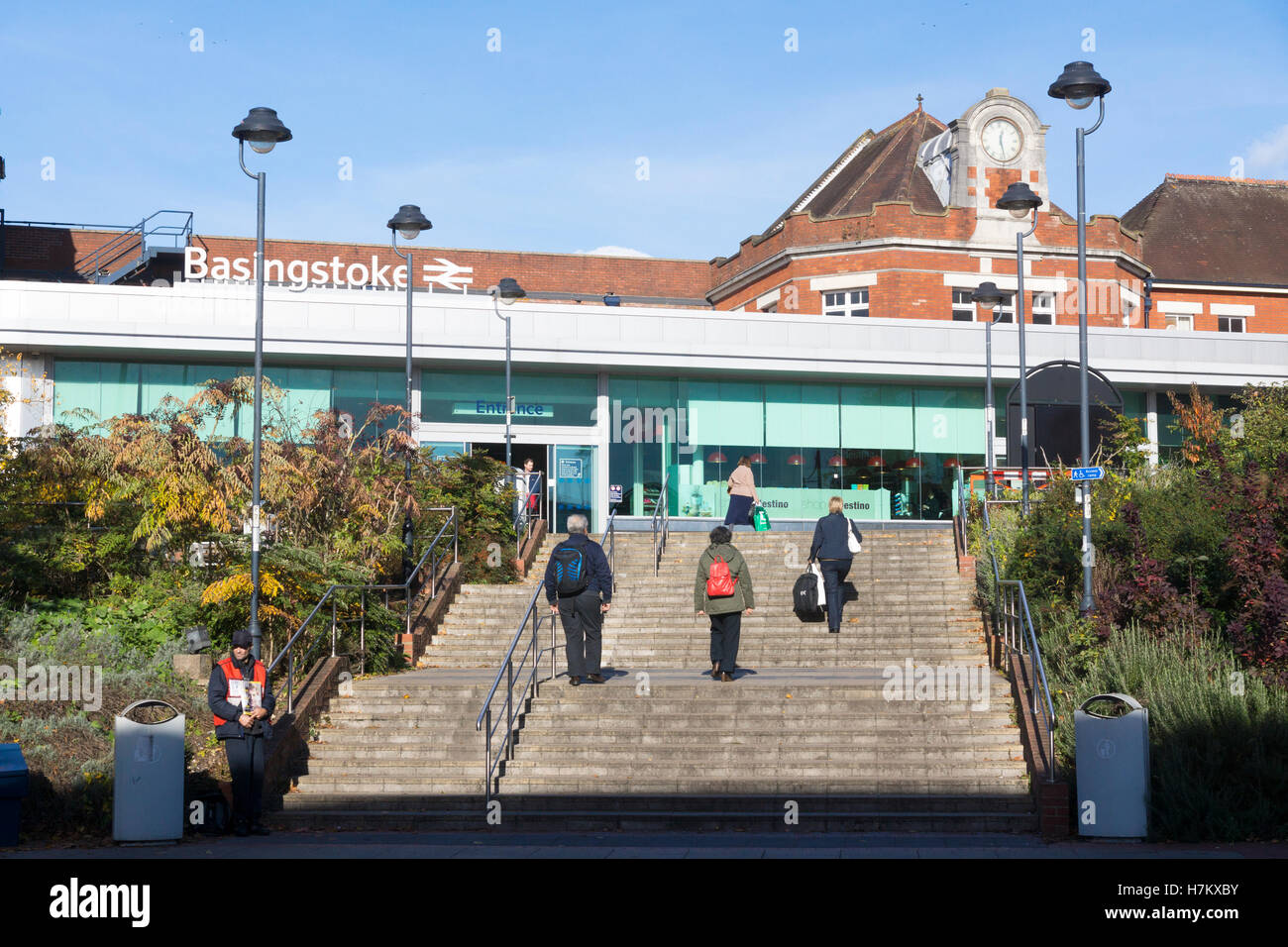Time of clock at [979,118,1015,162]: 12:28
